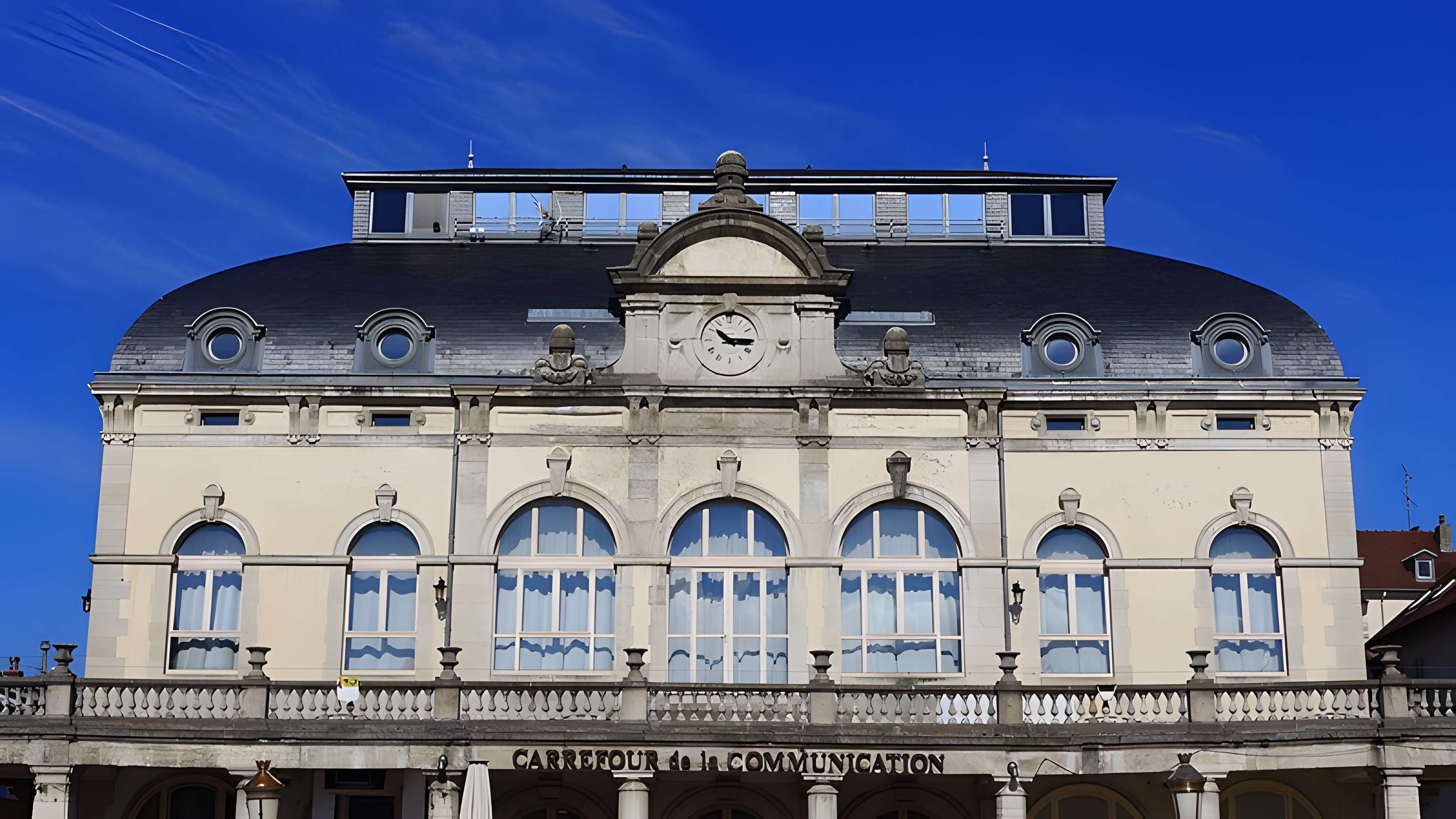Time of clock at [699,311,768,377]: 10:15
